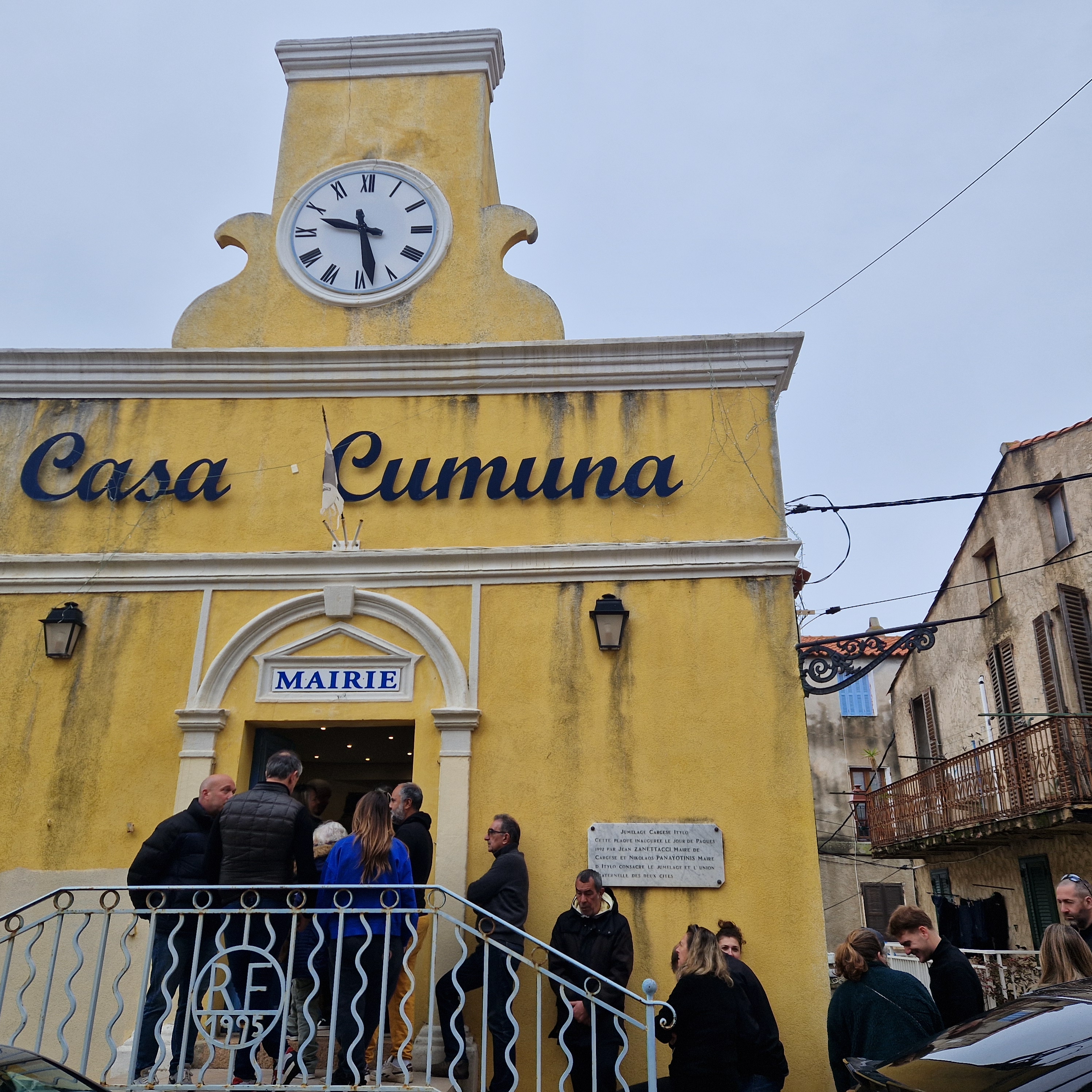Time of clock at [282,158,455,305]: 9:28
